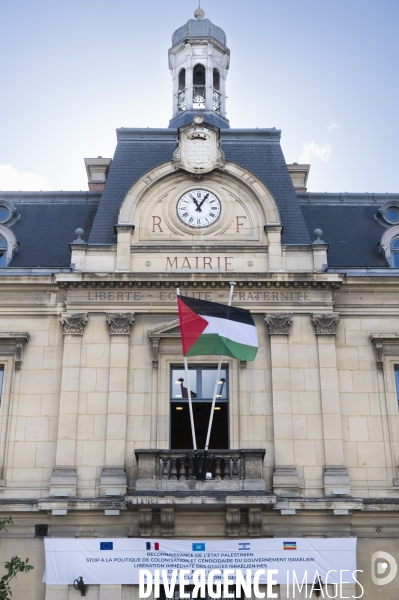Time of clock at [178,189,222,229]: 11:05
